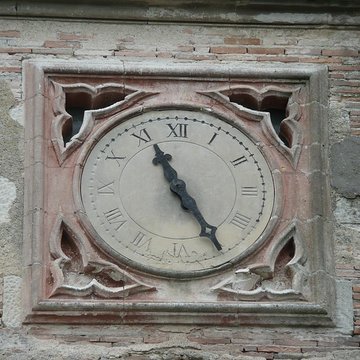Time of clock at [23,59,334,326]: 11:25
